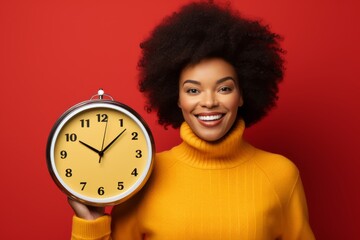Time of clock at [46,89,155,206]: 10:07
